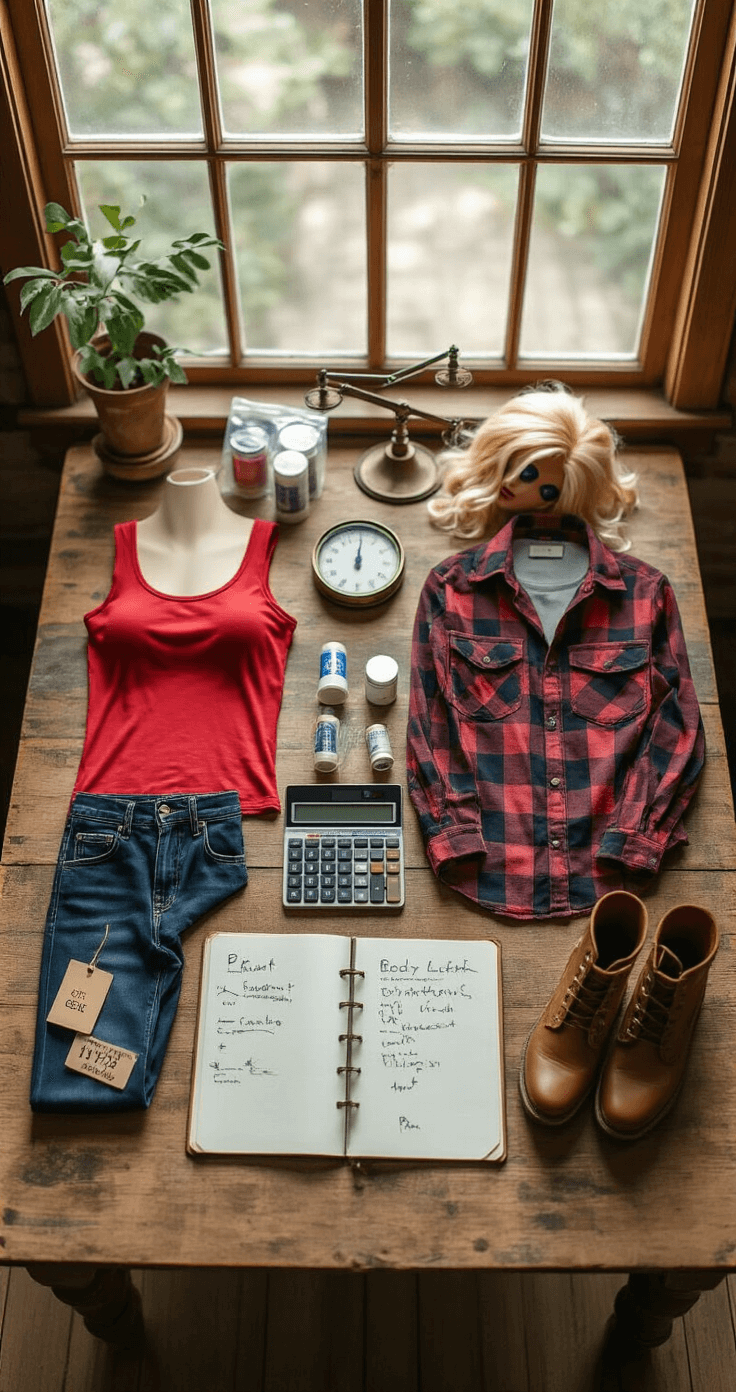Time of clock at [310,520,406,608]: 12:00
